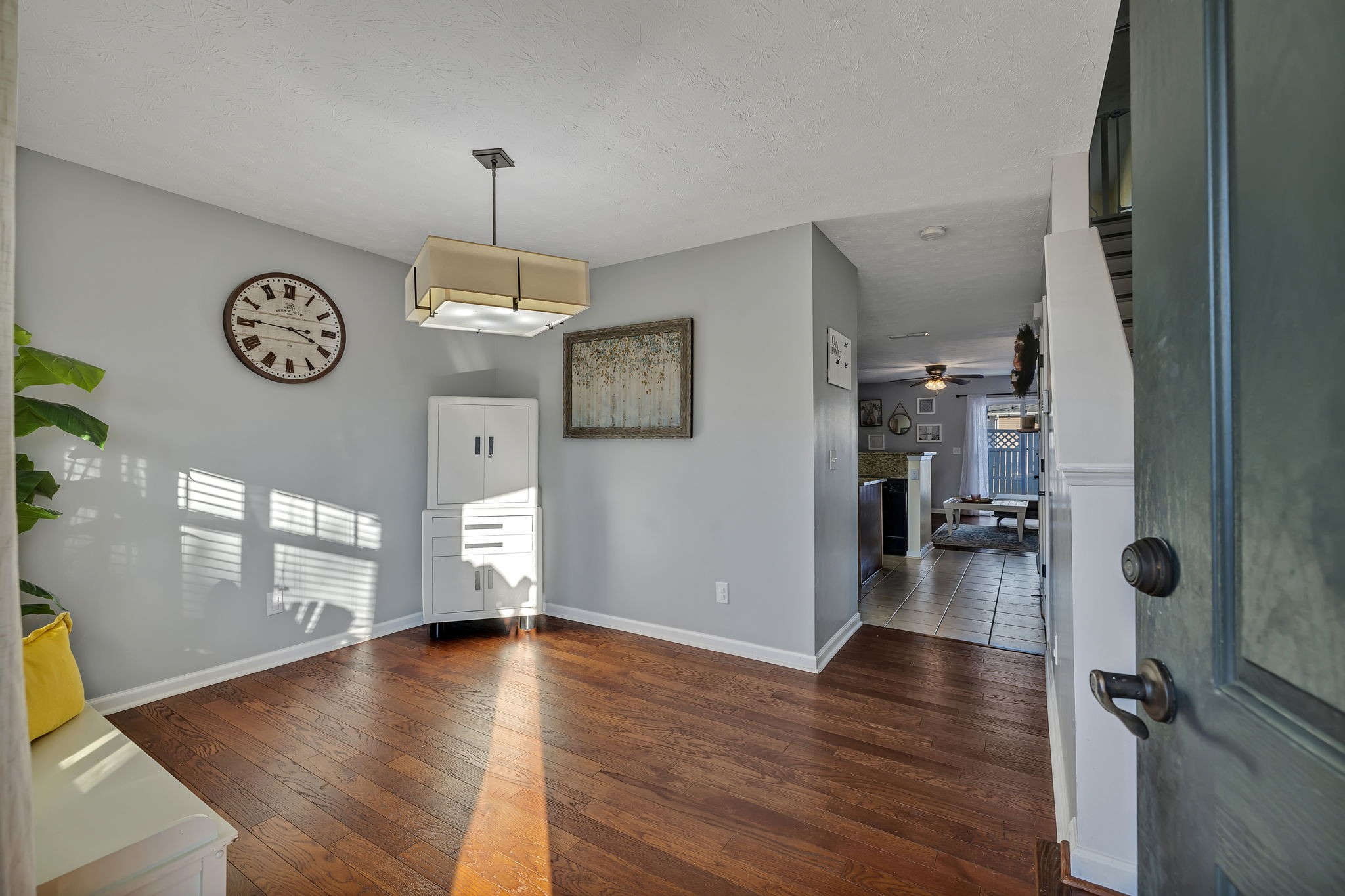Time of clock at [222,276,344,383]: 3:45
